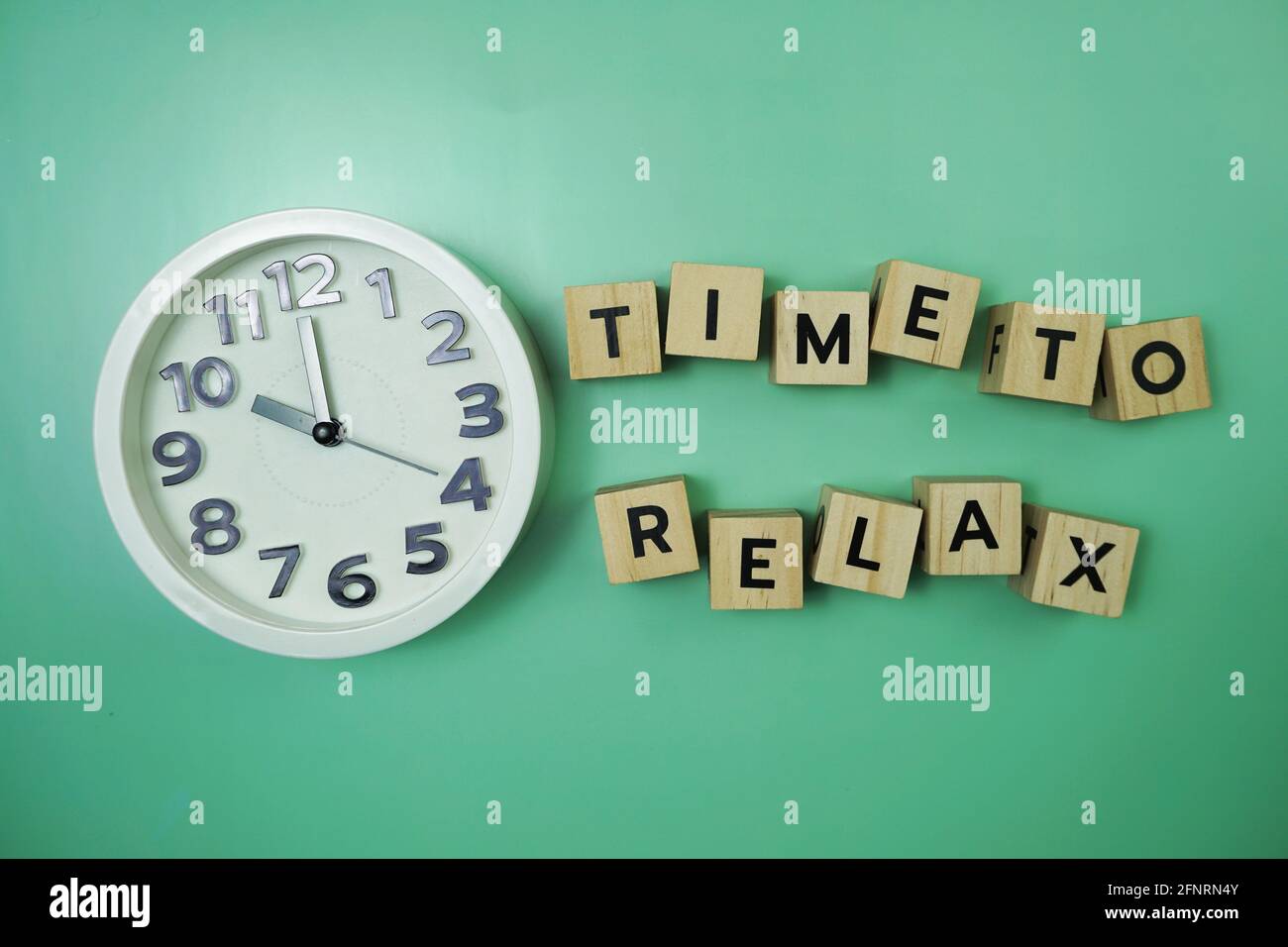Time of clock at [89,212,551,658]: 10:00
